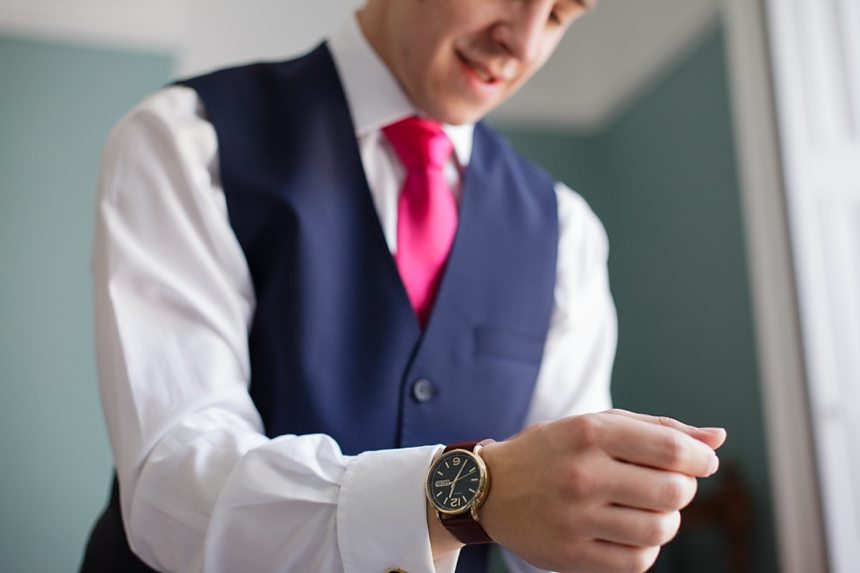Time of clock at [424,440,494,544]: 9:05
